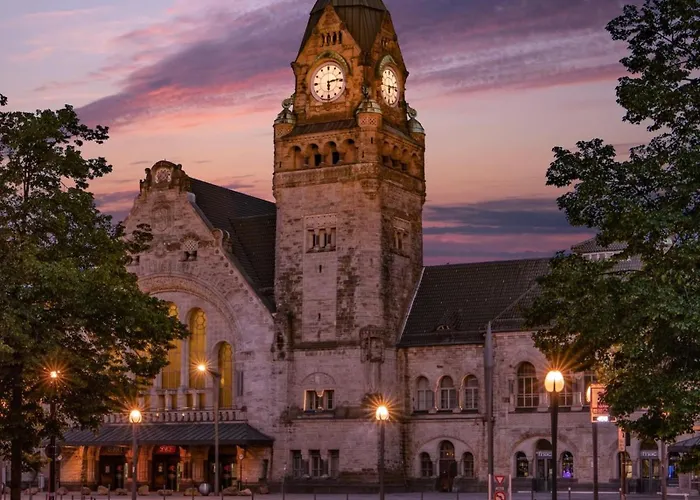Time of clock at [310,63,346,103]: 6:14
